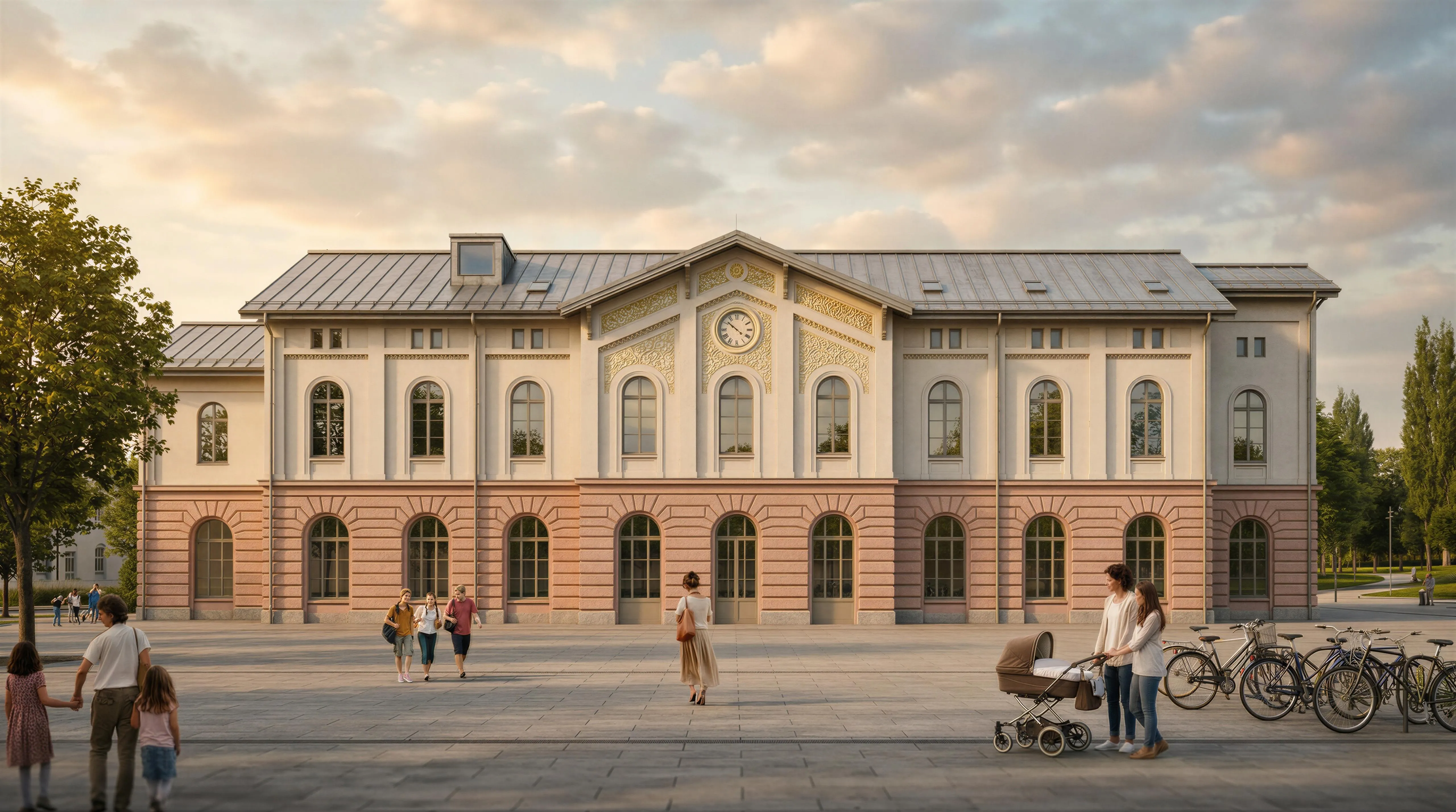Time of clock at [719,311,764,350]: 9:51
